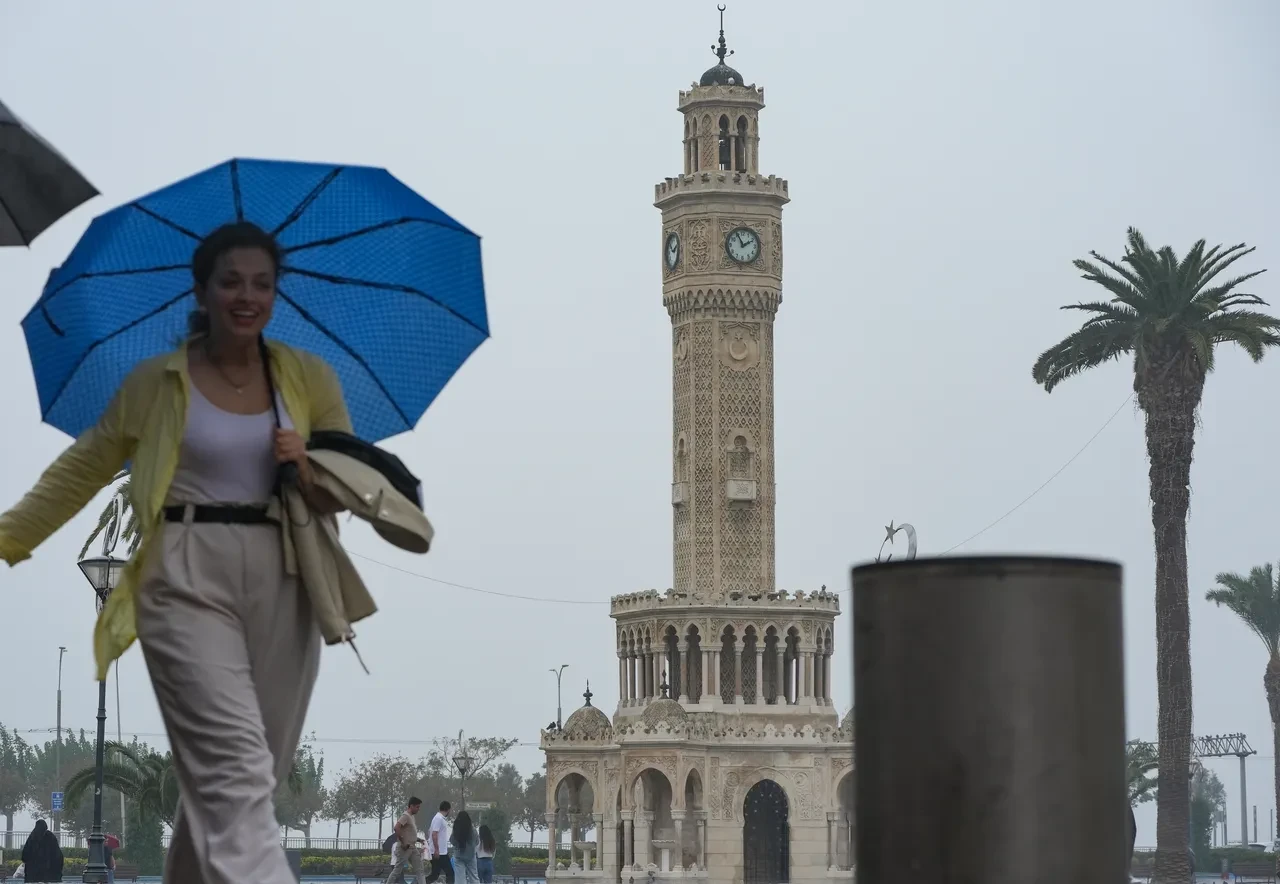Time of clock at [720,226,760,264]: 1:55
